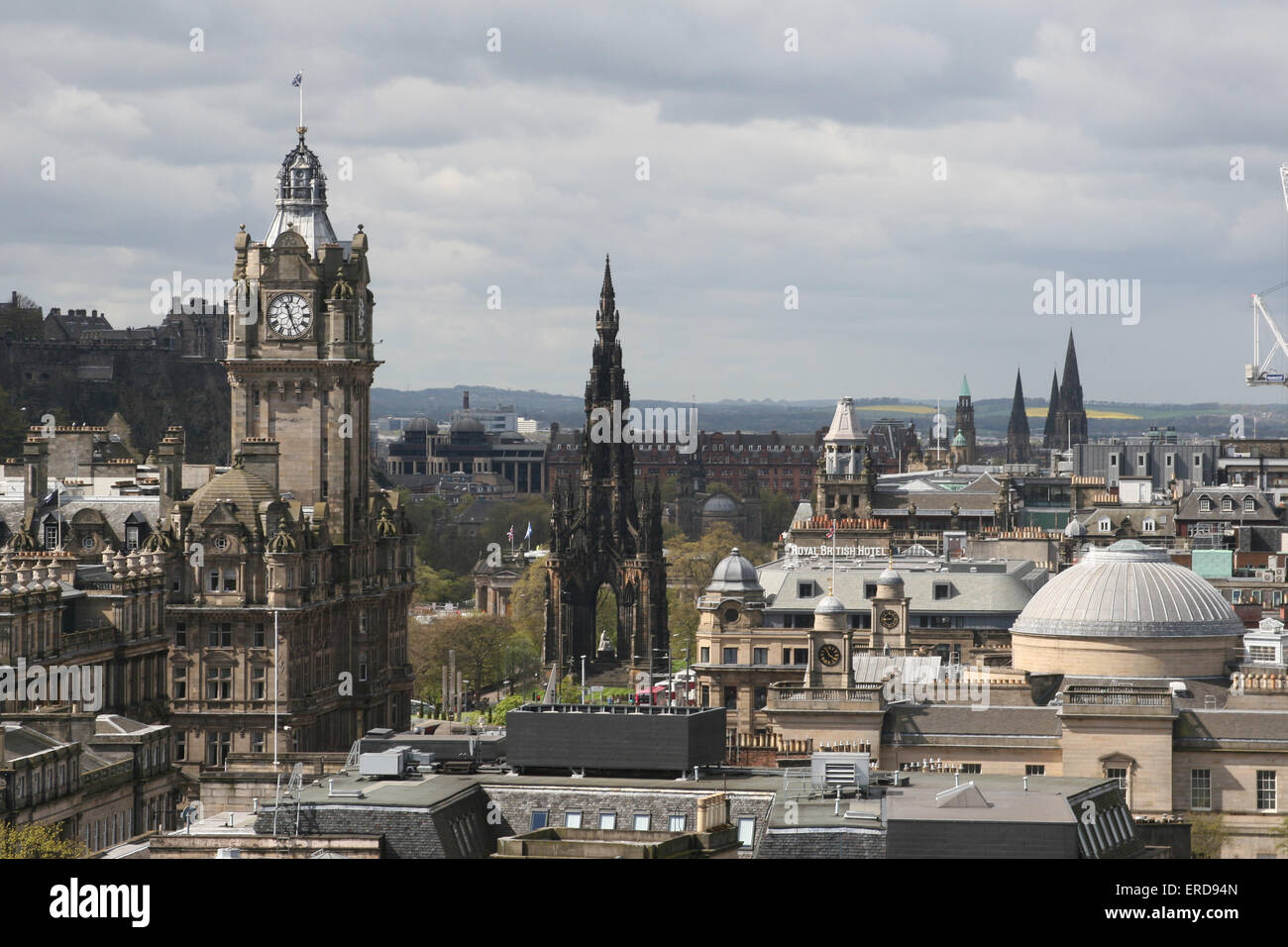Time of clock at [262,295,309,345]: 11:26
